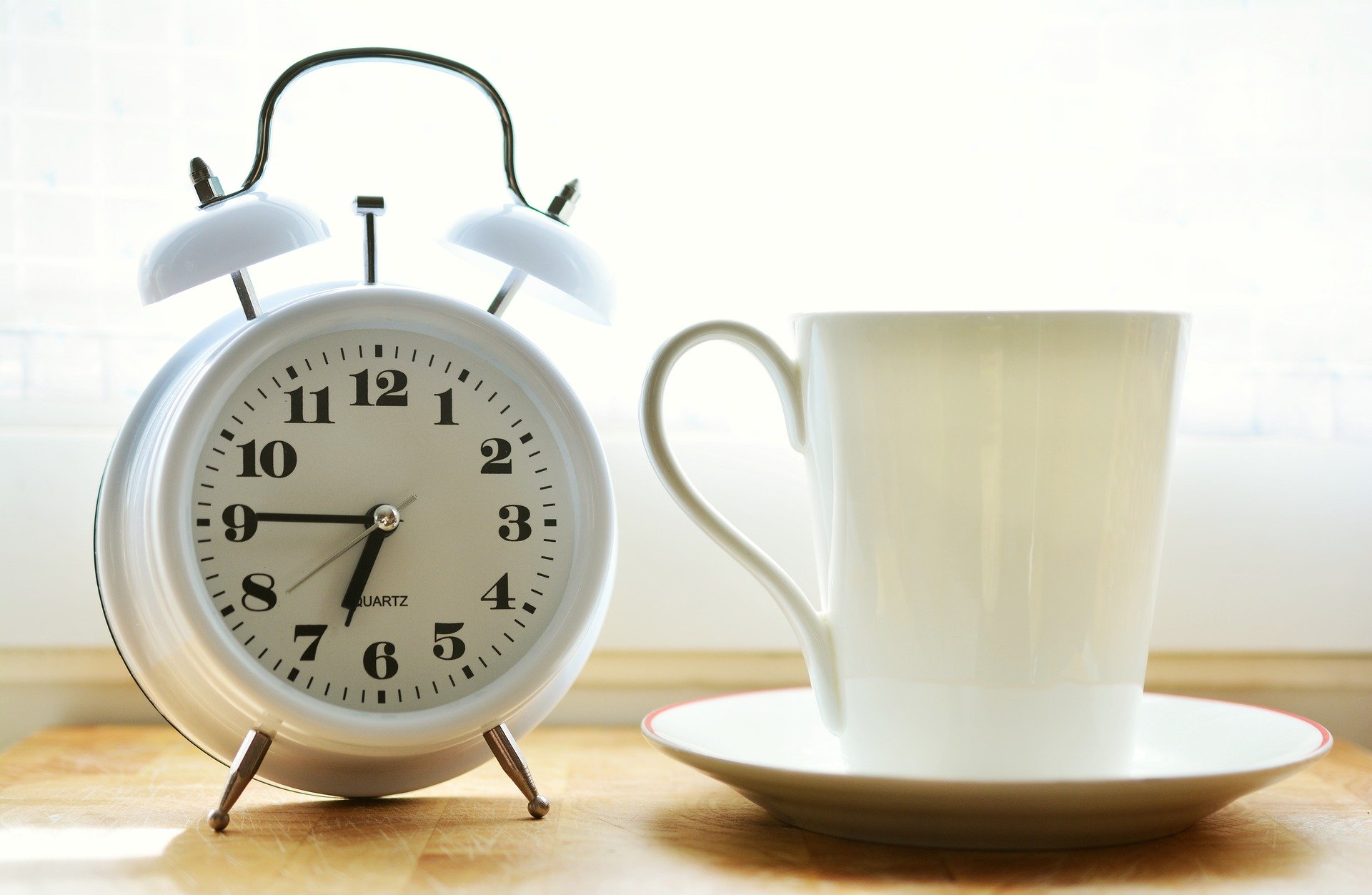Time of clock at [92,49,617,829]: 6:45
